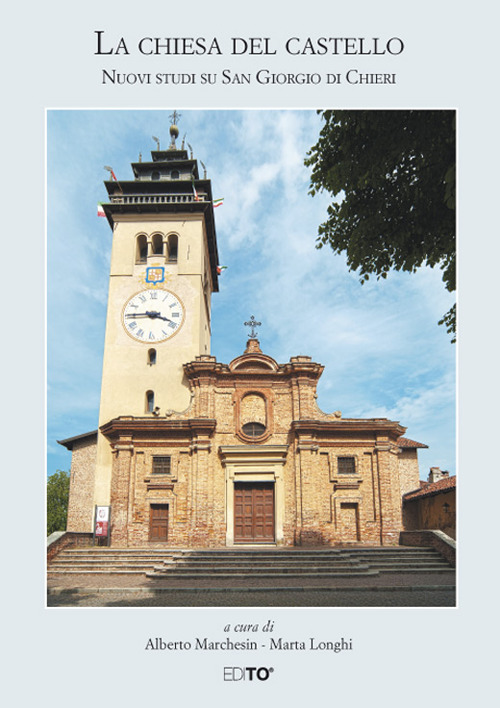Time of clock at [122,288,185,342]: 3:44
